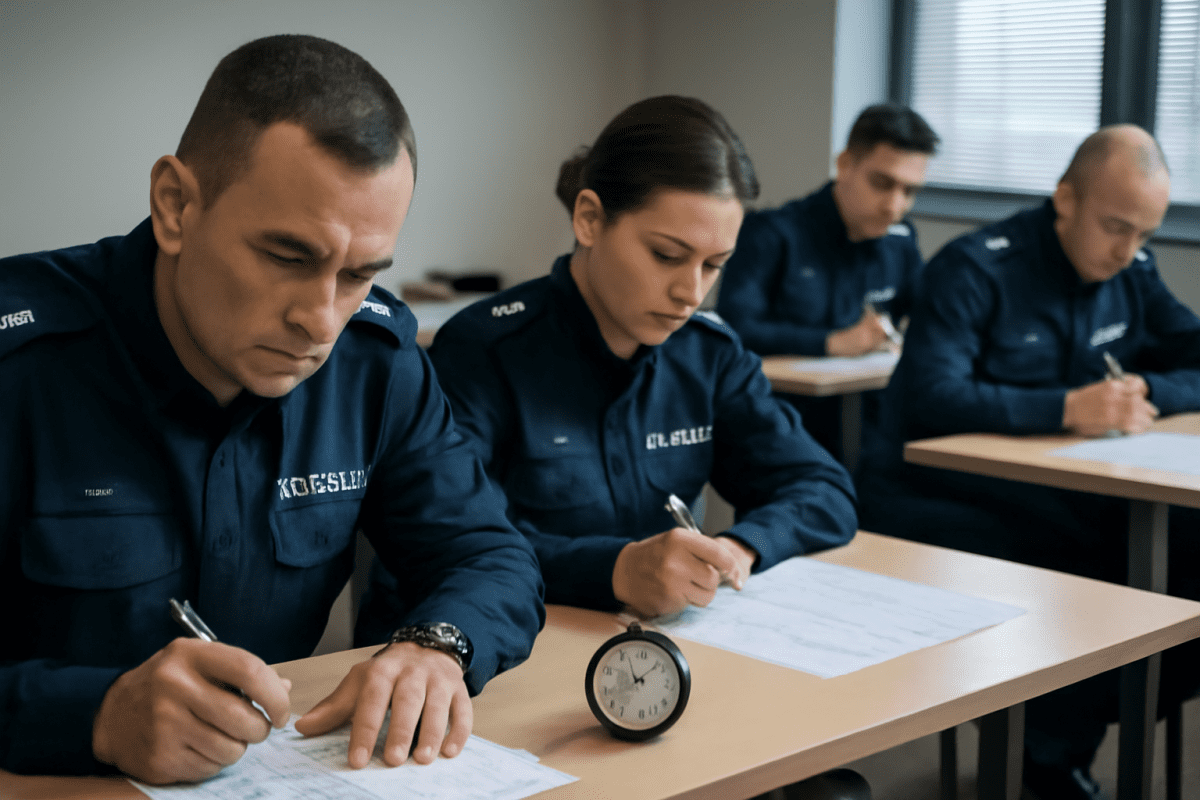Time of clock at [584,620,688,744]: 8:07
